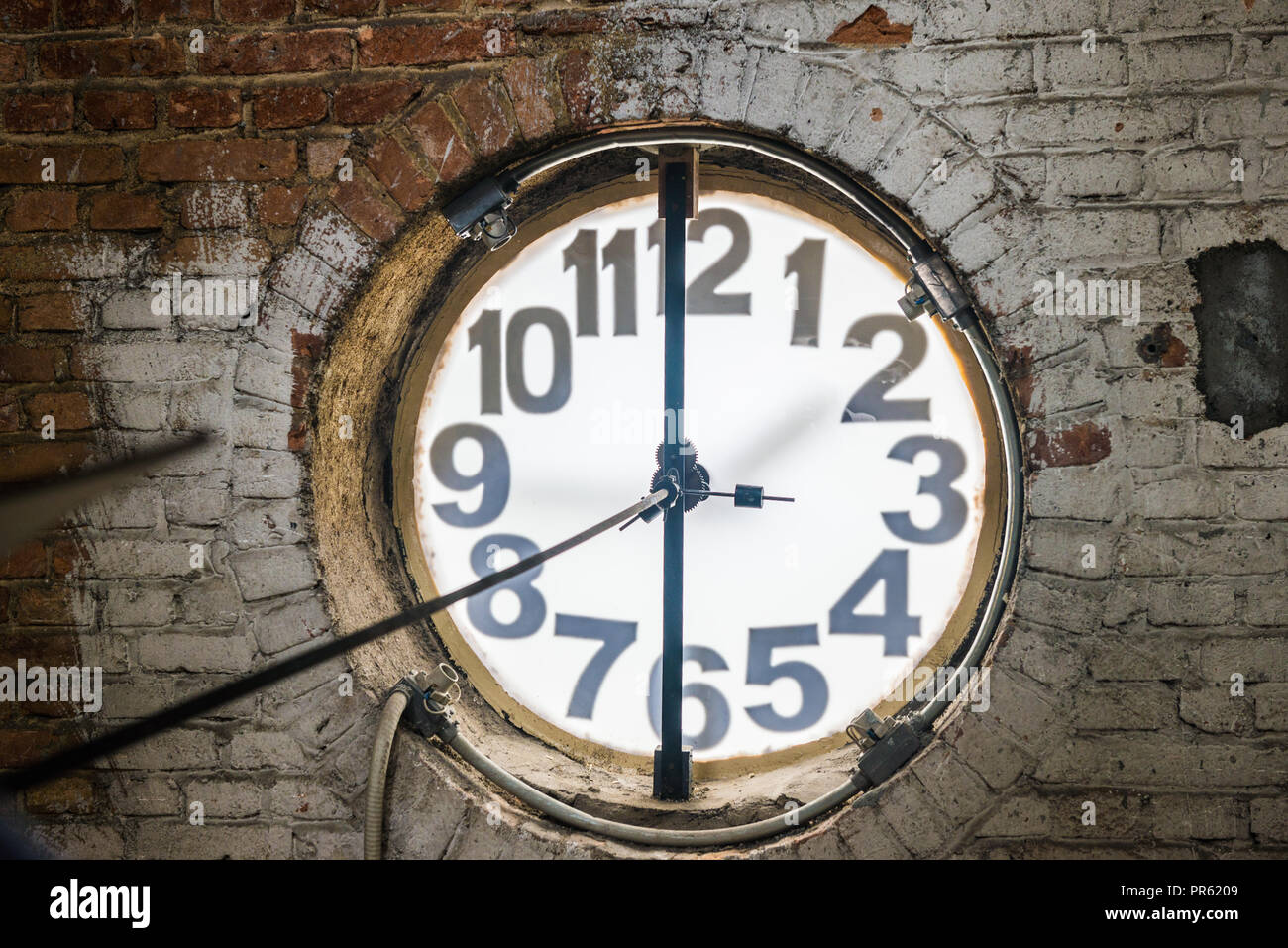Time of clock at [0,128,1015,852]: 5:59
